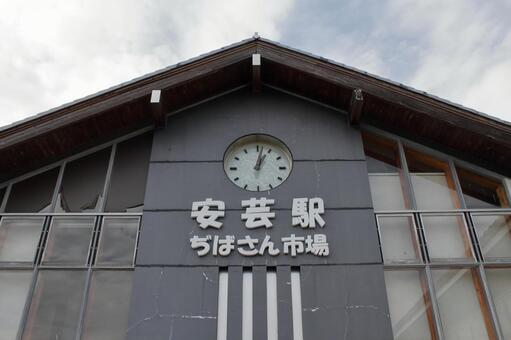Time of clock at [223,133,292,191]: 1:02
